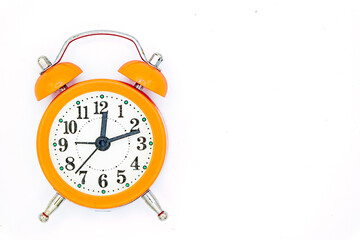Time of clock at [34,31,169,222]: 12:11
